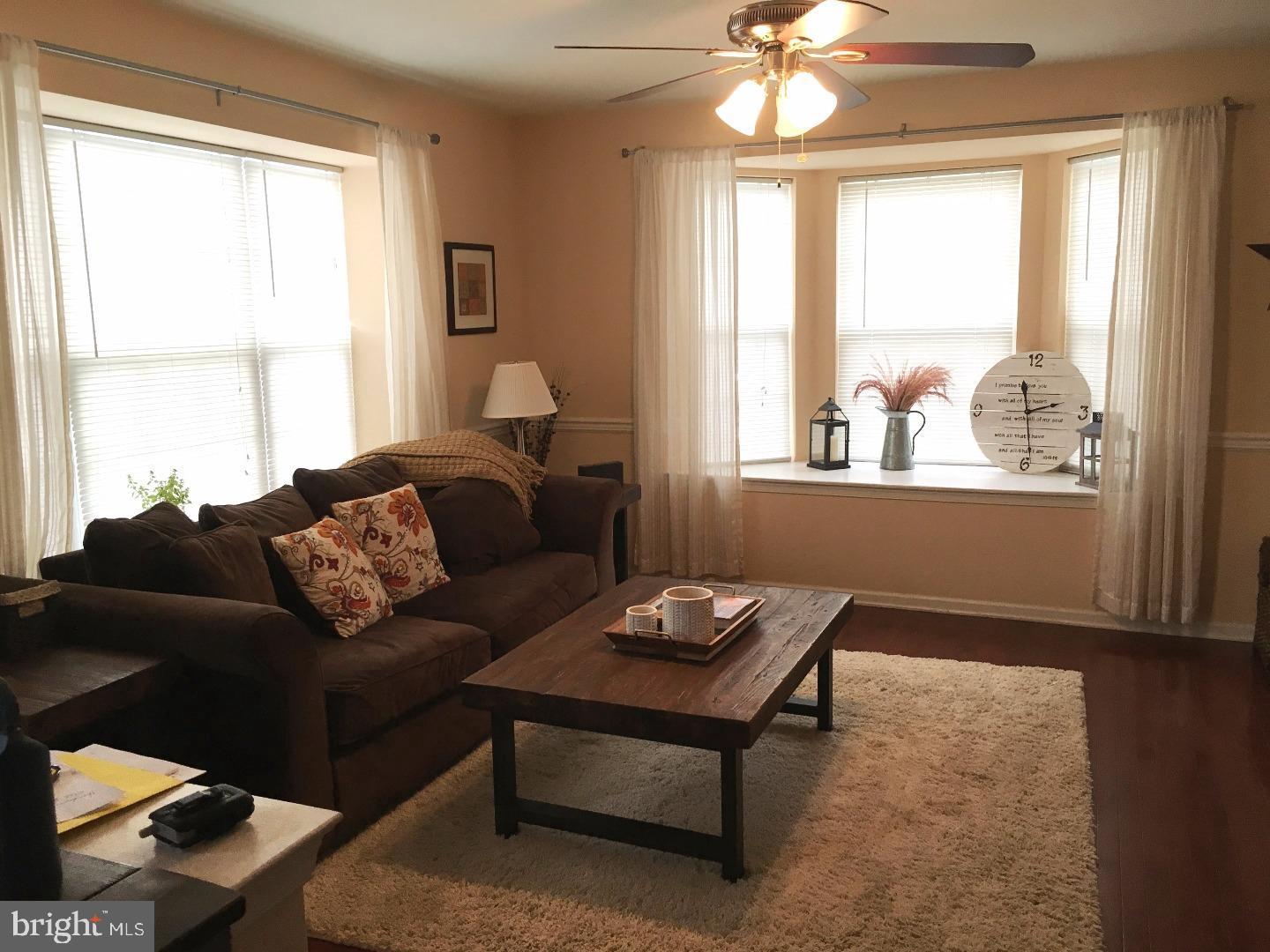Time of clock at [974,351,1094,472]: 2:29
